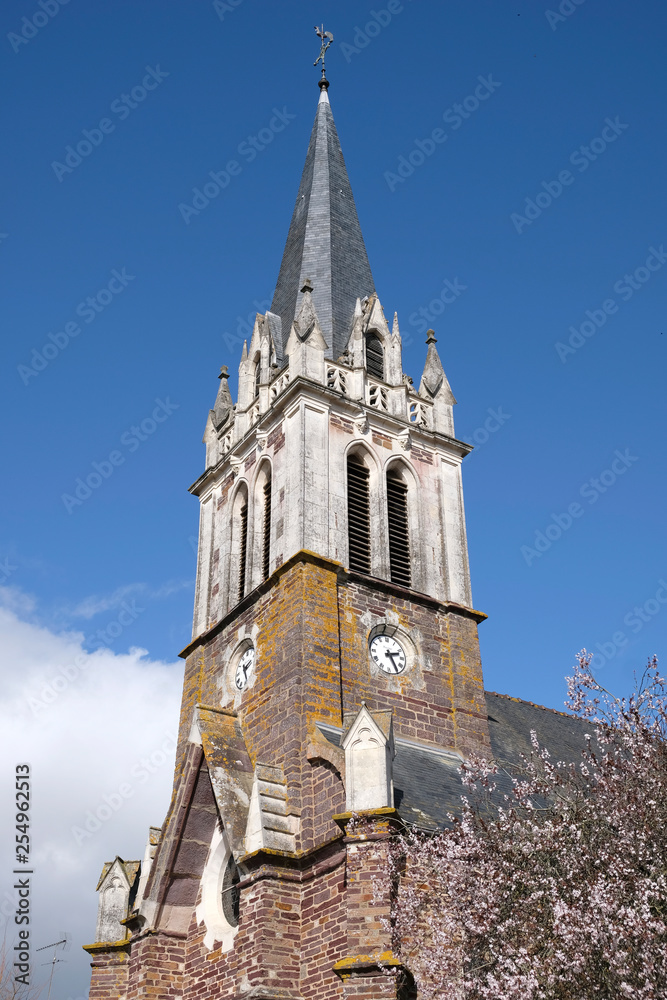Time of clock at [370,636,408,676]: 2:25
